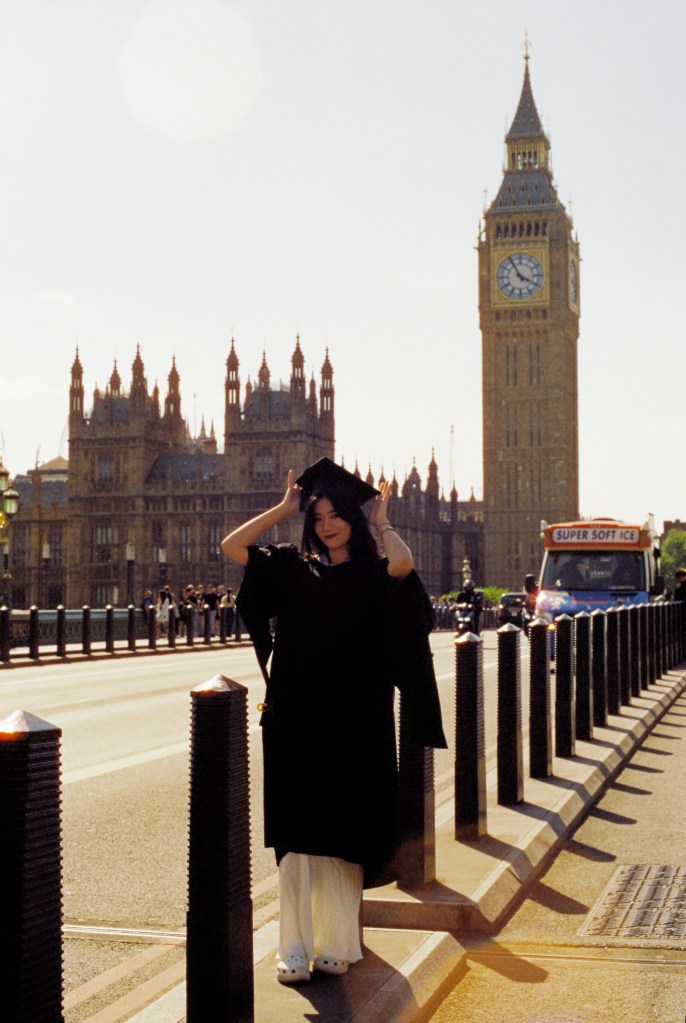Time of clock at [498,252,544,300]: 3:55
